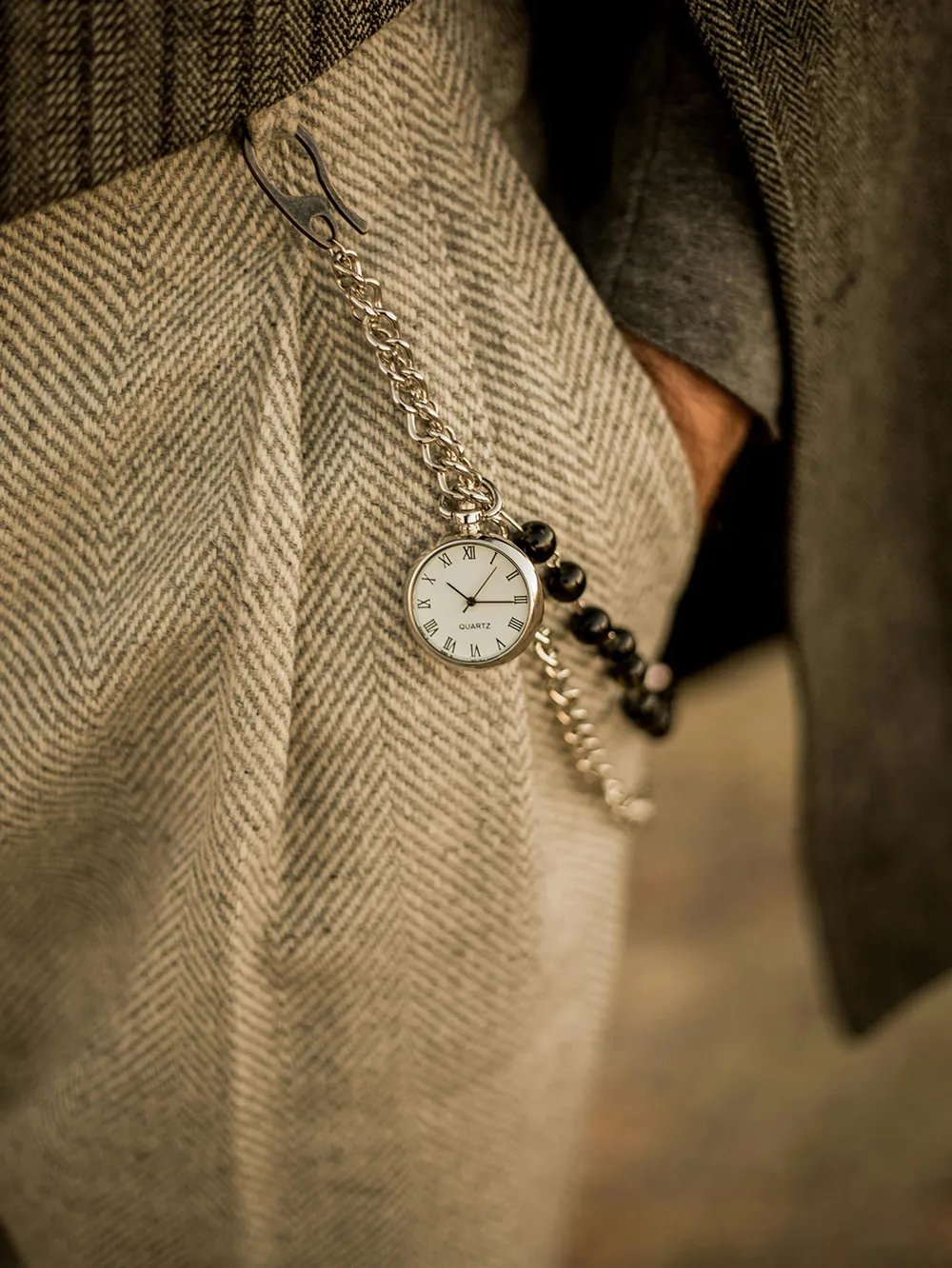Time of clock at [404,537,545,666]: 10:15
